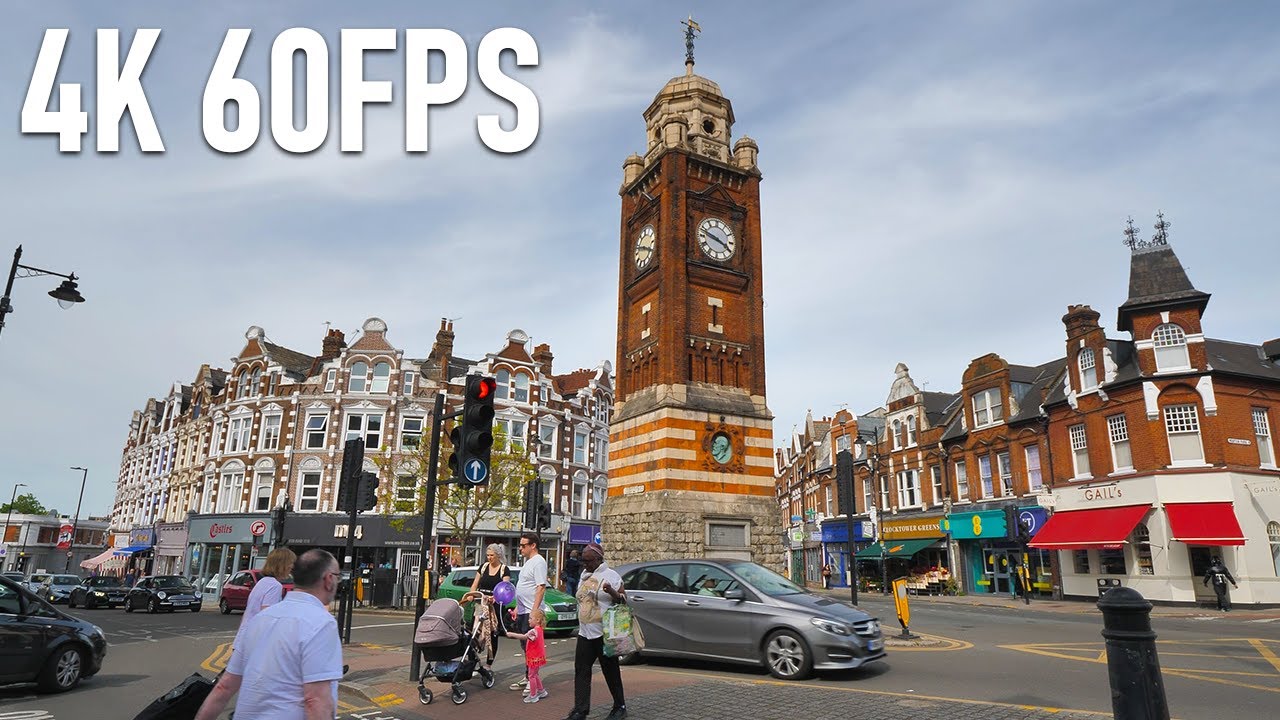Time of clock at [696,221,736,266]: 3:47
